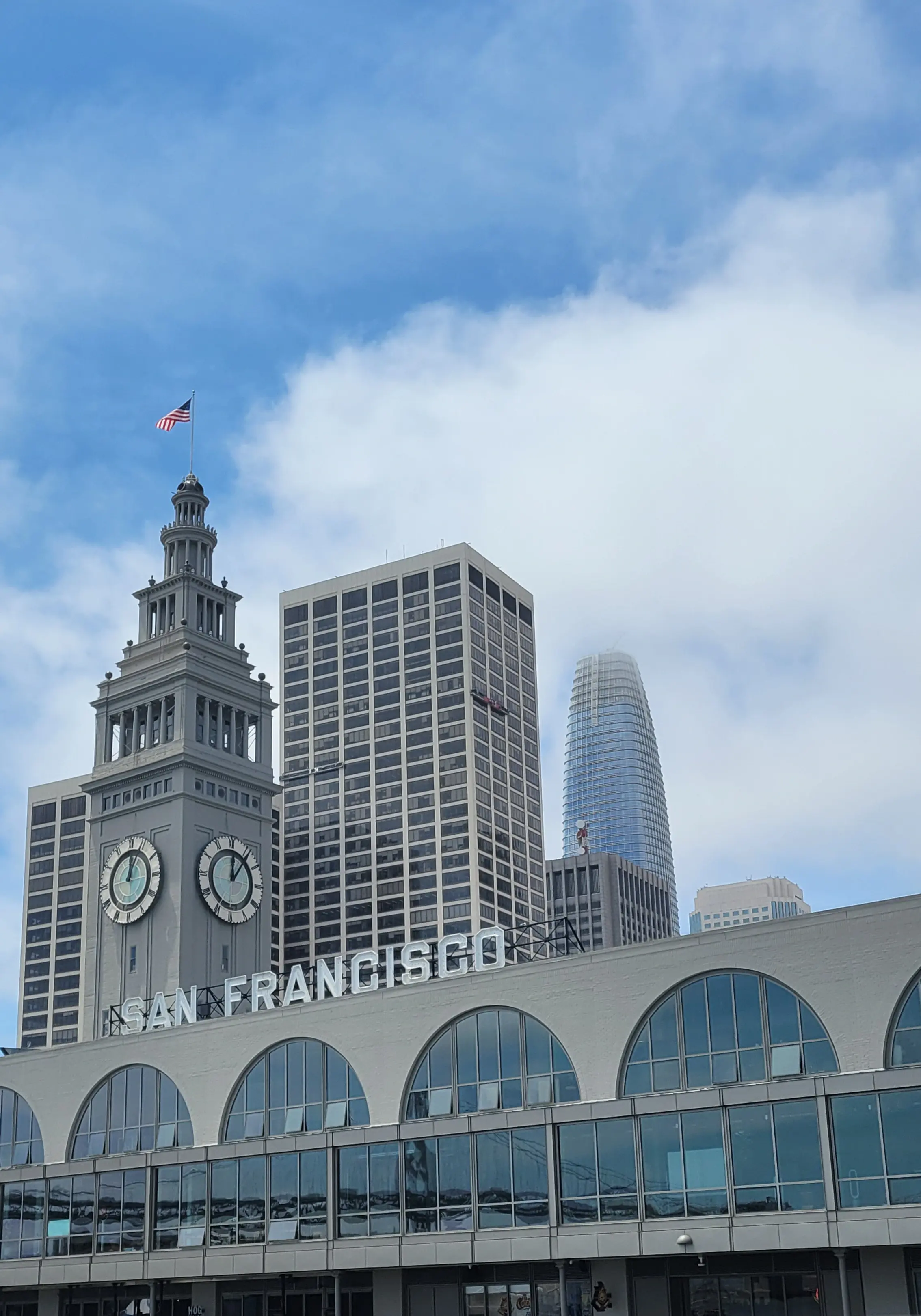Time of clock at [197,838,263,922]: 12:06
